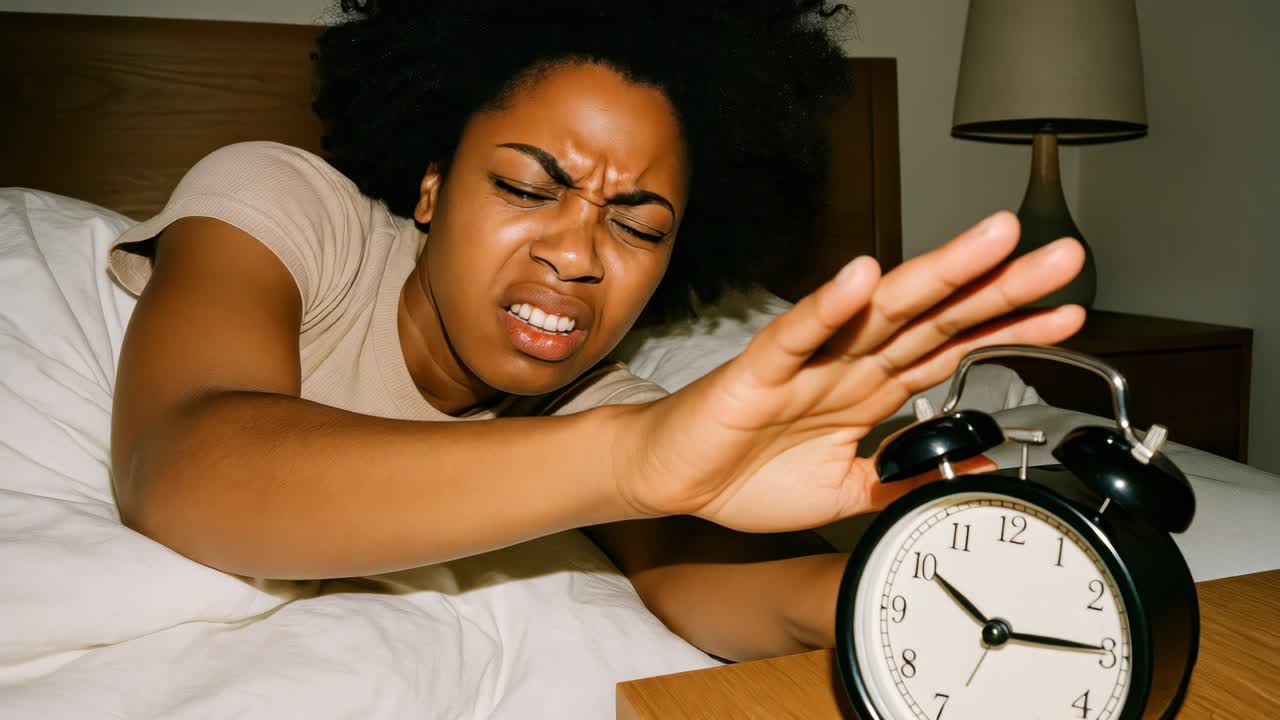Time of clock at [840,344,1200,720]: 10:14
